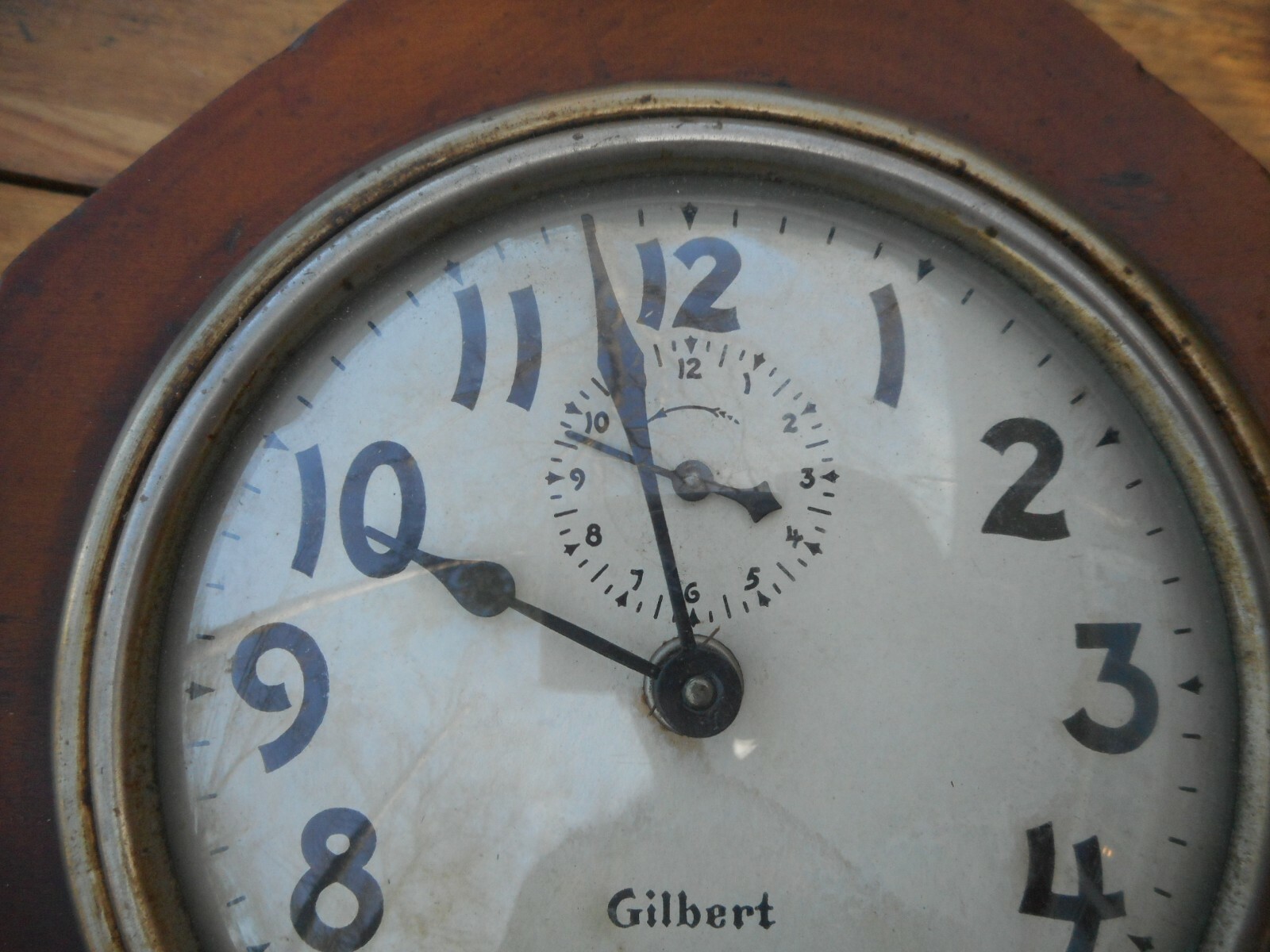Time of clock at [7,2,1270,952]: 9:57
